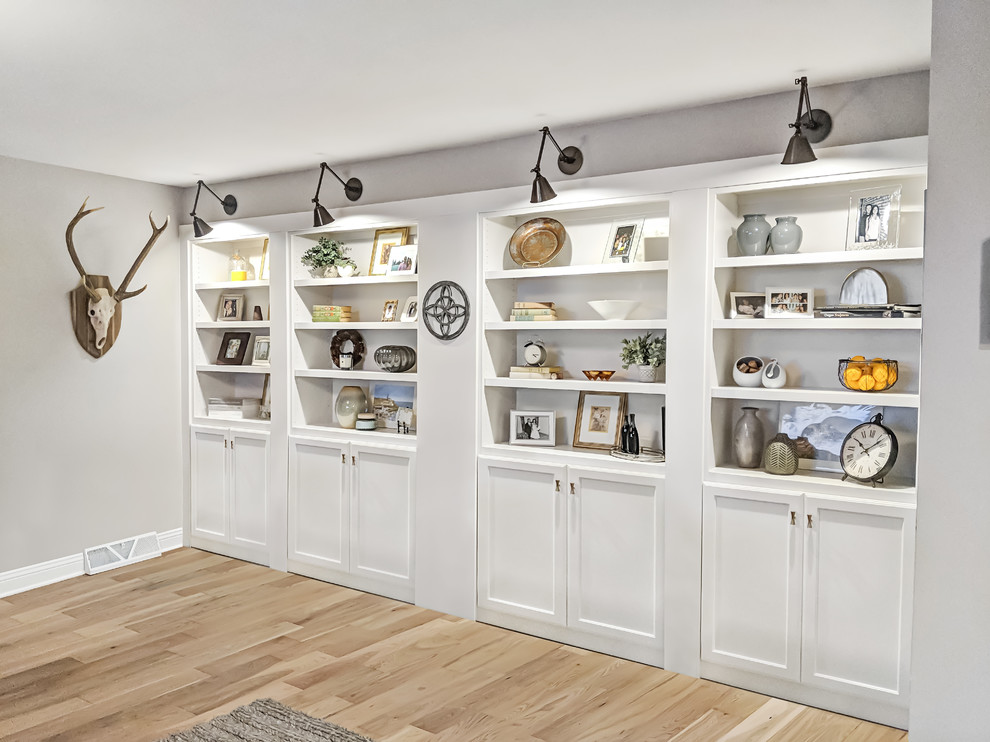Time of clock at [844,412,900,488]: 10:07
